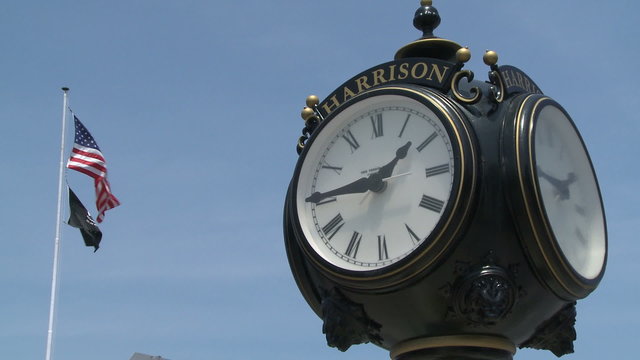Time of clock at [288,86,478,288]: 1:45
